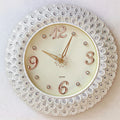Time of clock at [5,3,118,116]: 10:04
